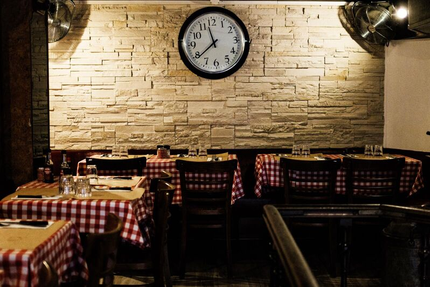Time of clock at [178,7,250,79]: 11:38
